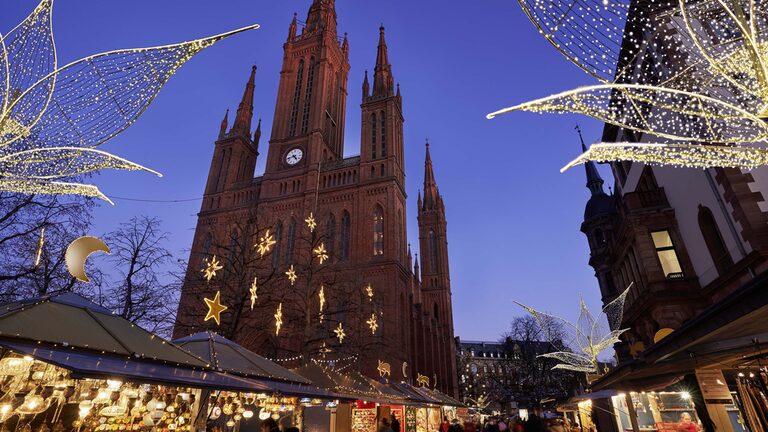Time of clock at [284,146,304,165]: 4:42
